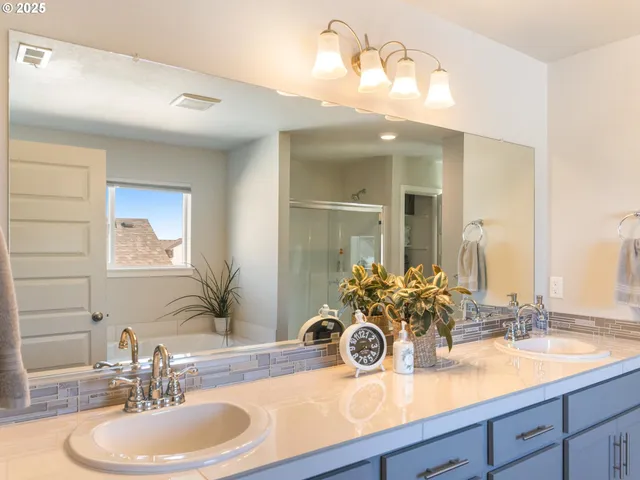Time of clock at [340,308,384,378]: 3:40
